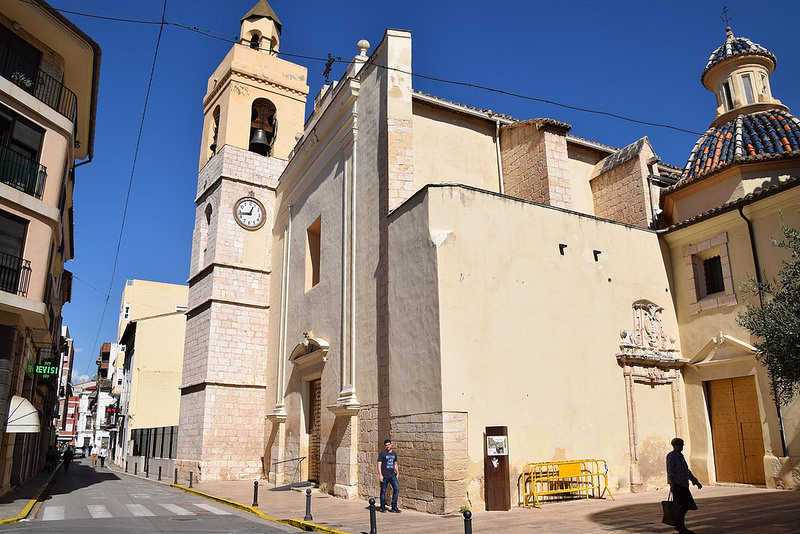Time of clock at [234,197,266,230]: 12:43
